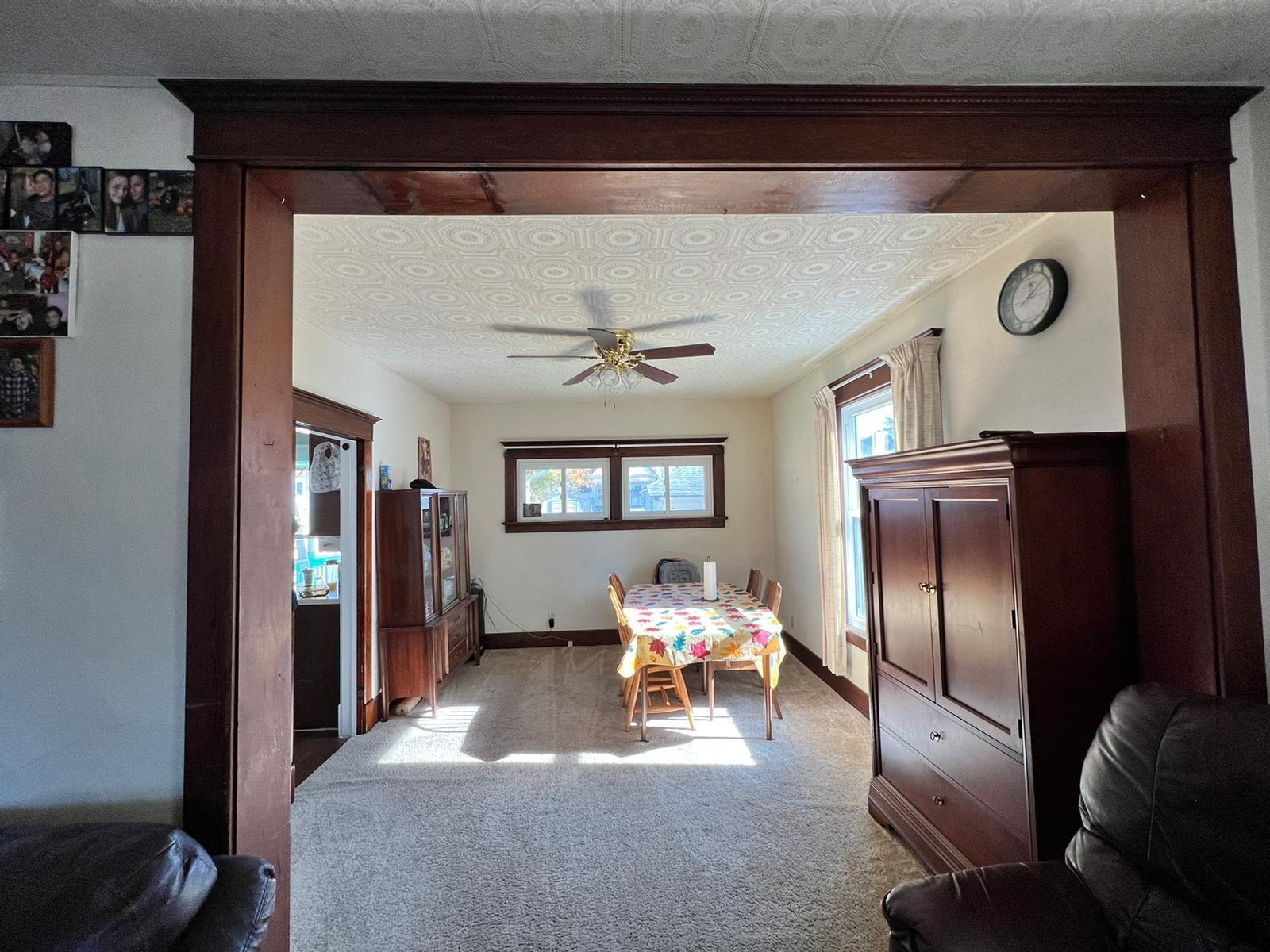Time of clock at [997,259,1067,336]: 12:07
